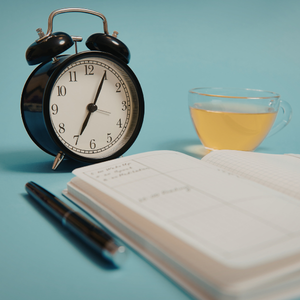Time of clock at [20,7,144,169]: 7:04
